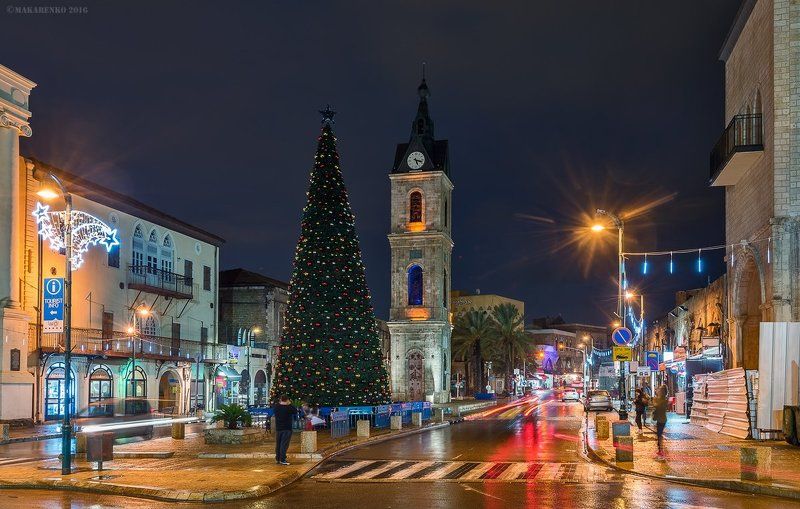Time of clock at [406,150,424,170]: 5:17
